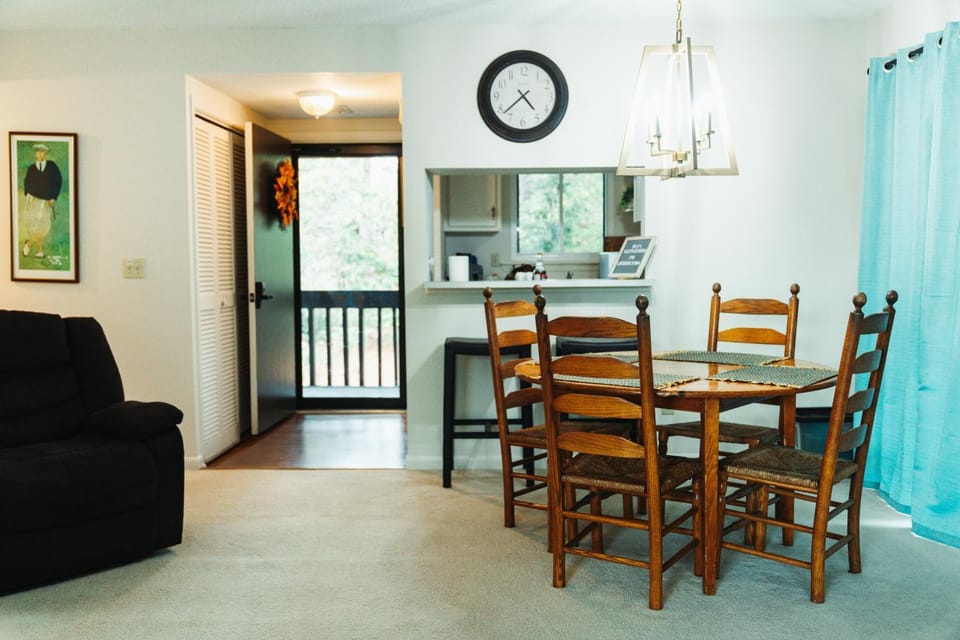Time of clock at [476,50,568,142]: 4:37
